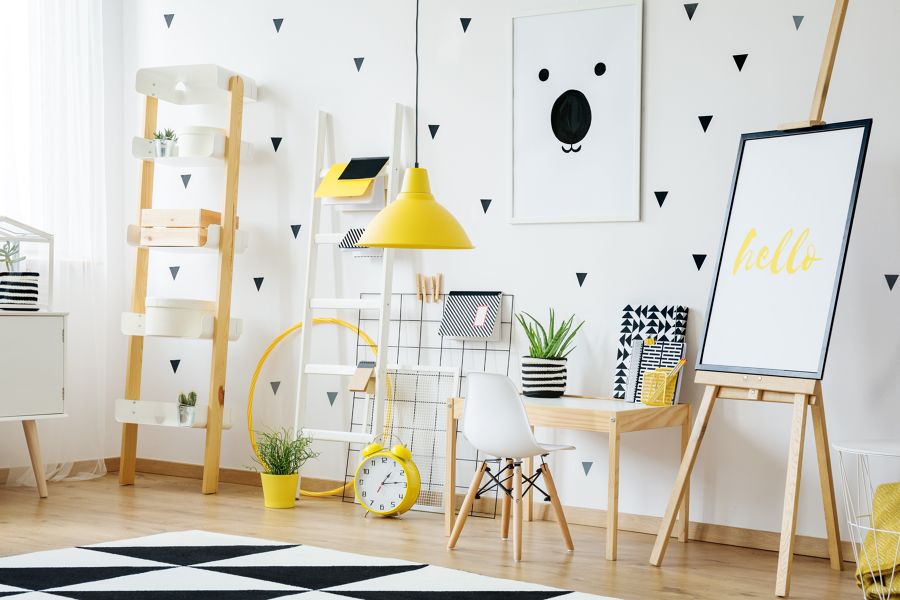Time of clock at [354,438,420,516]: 1:13
